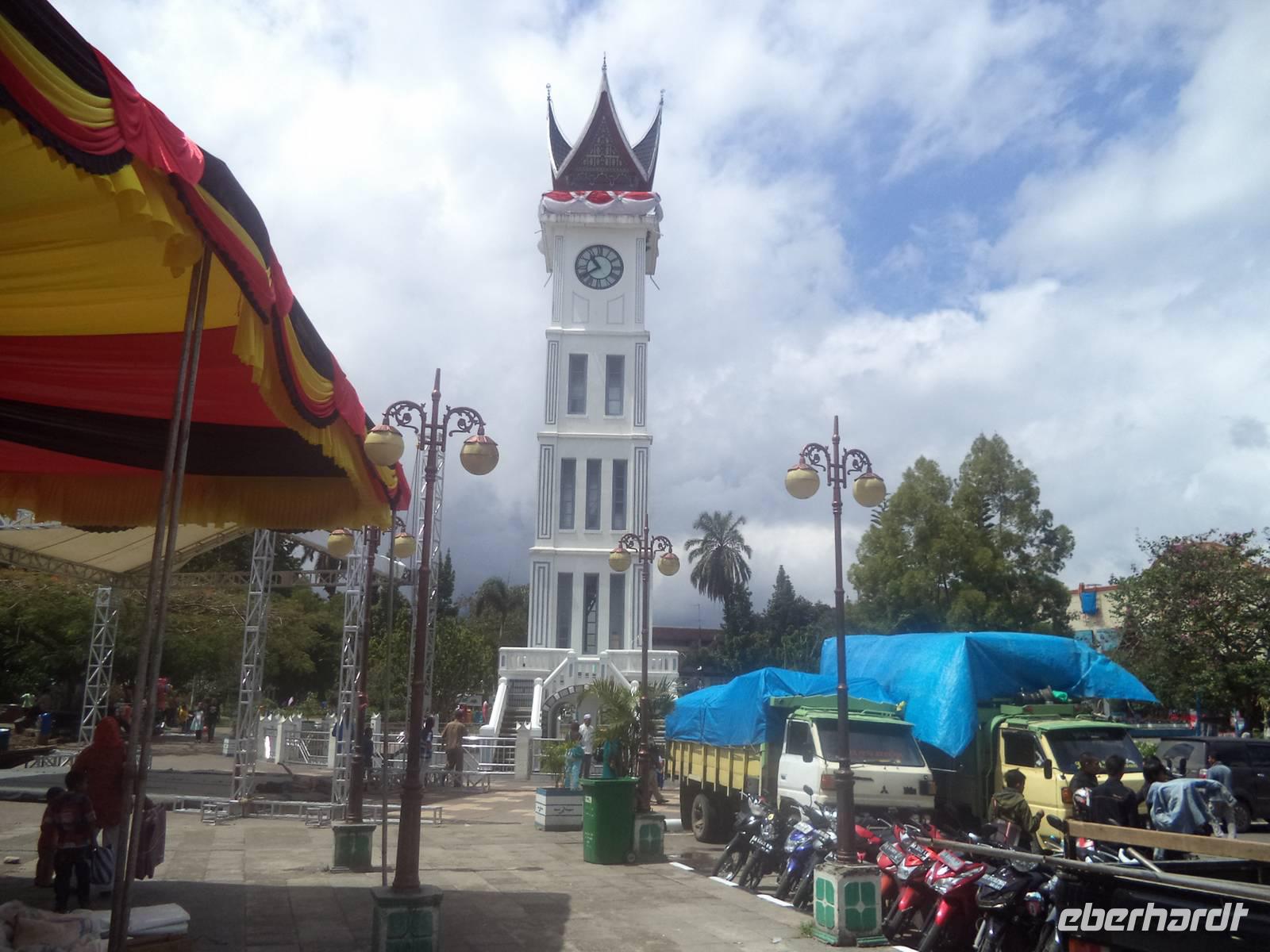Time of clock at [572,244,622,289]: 10:39
